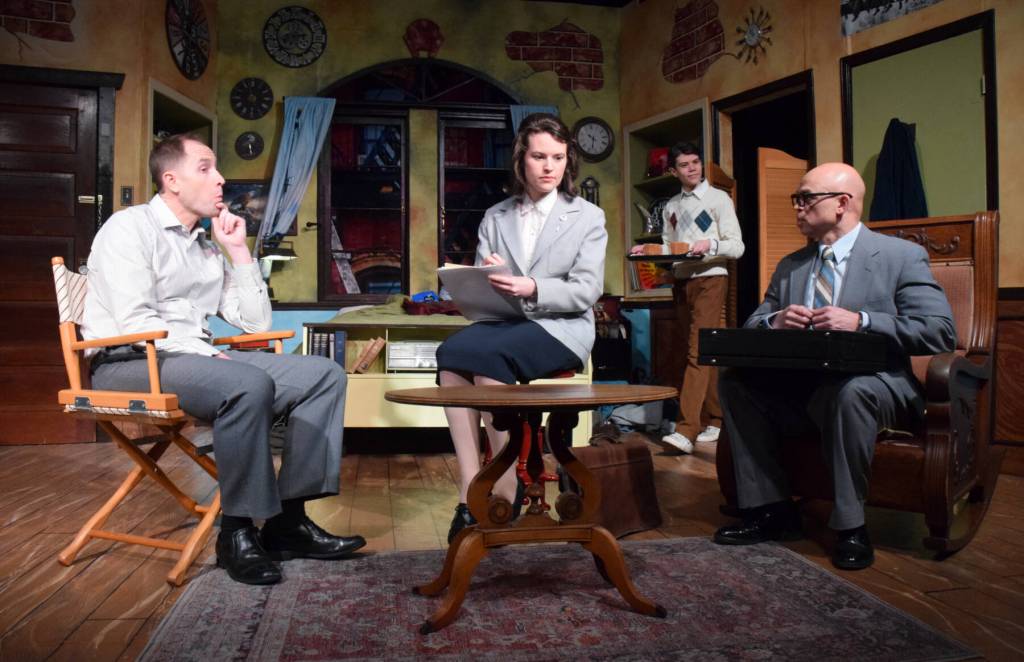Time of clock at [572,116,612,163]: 10:32
